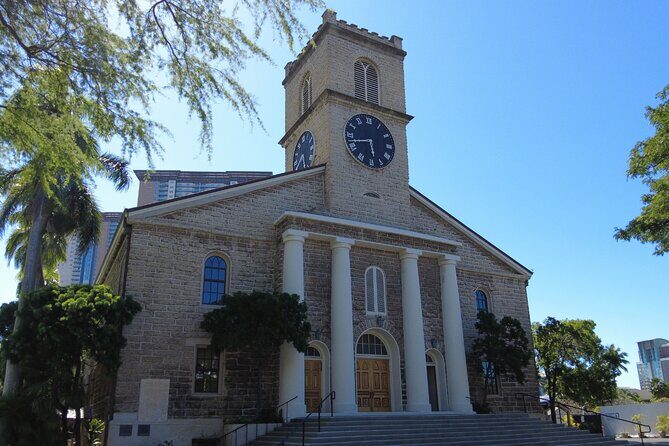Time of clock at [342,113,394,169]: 5:42
